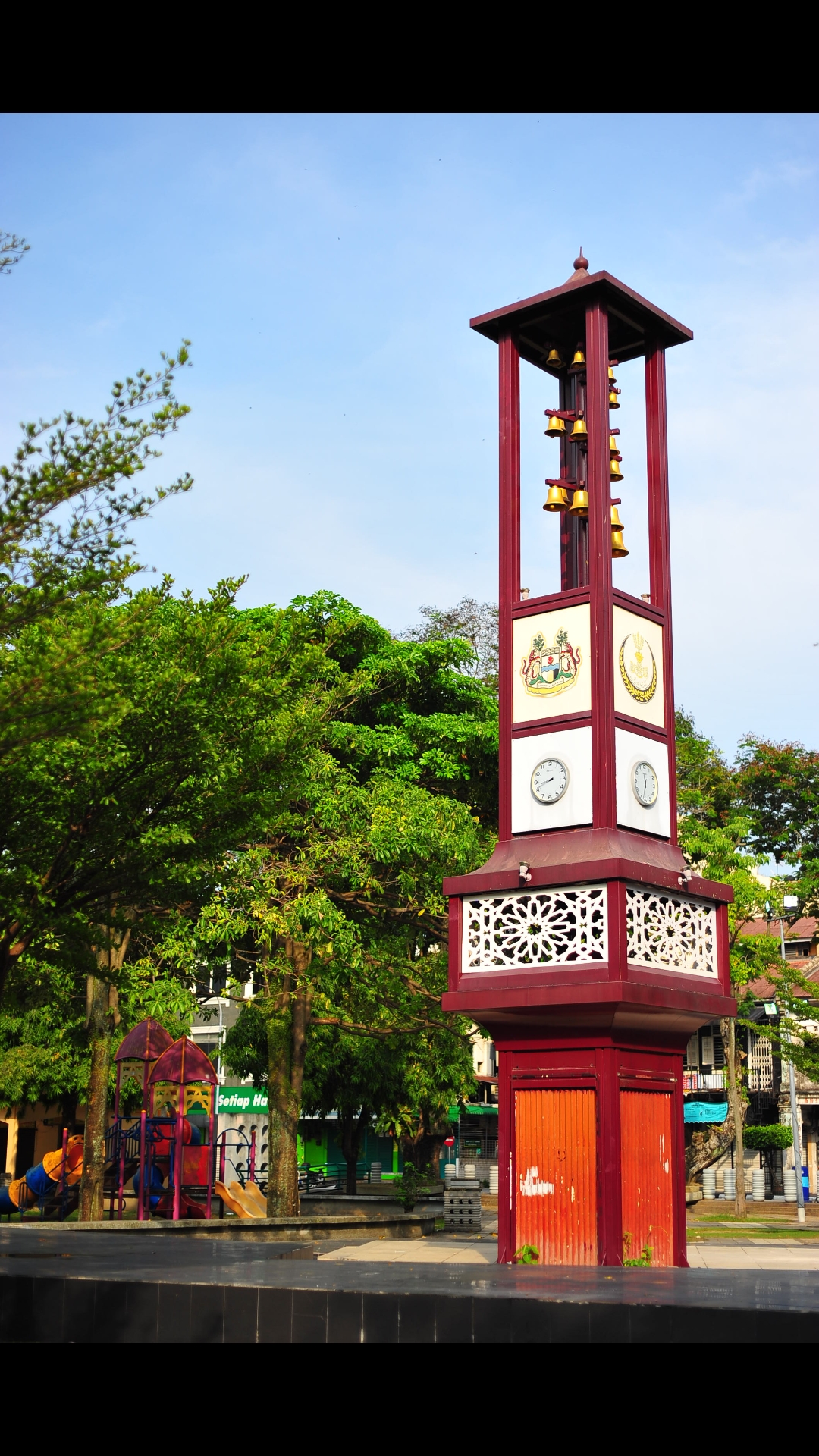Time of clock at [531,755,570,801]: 8:41
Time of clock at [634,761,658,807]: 11:32
